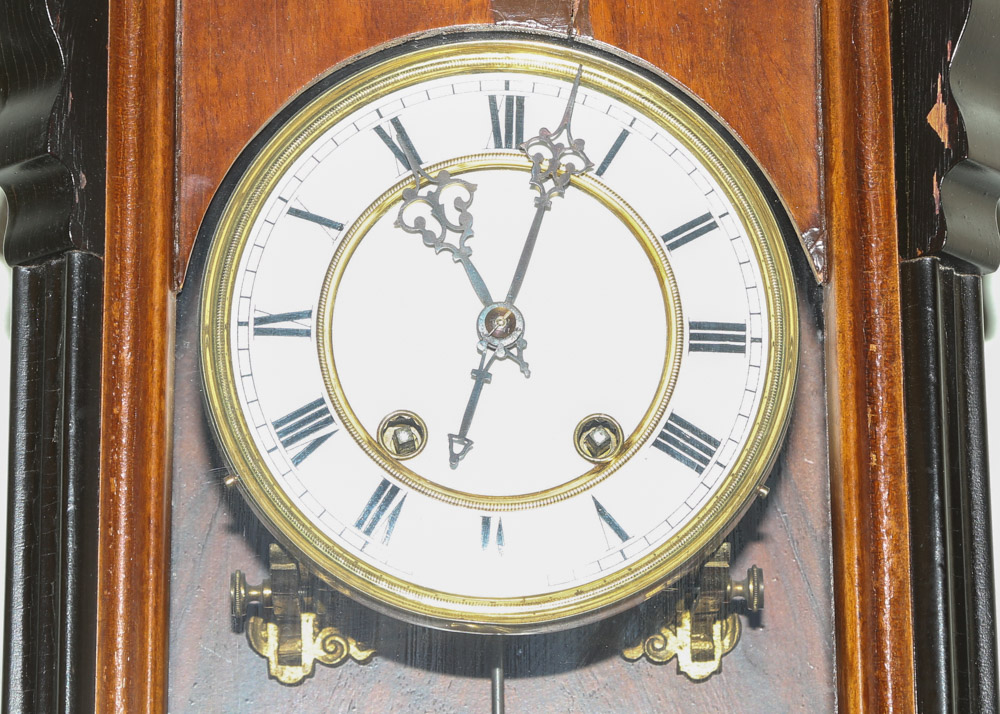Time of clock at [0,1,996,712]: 11:02
